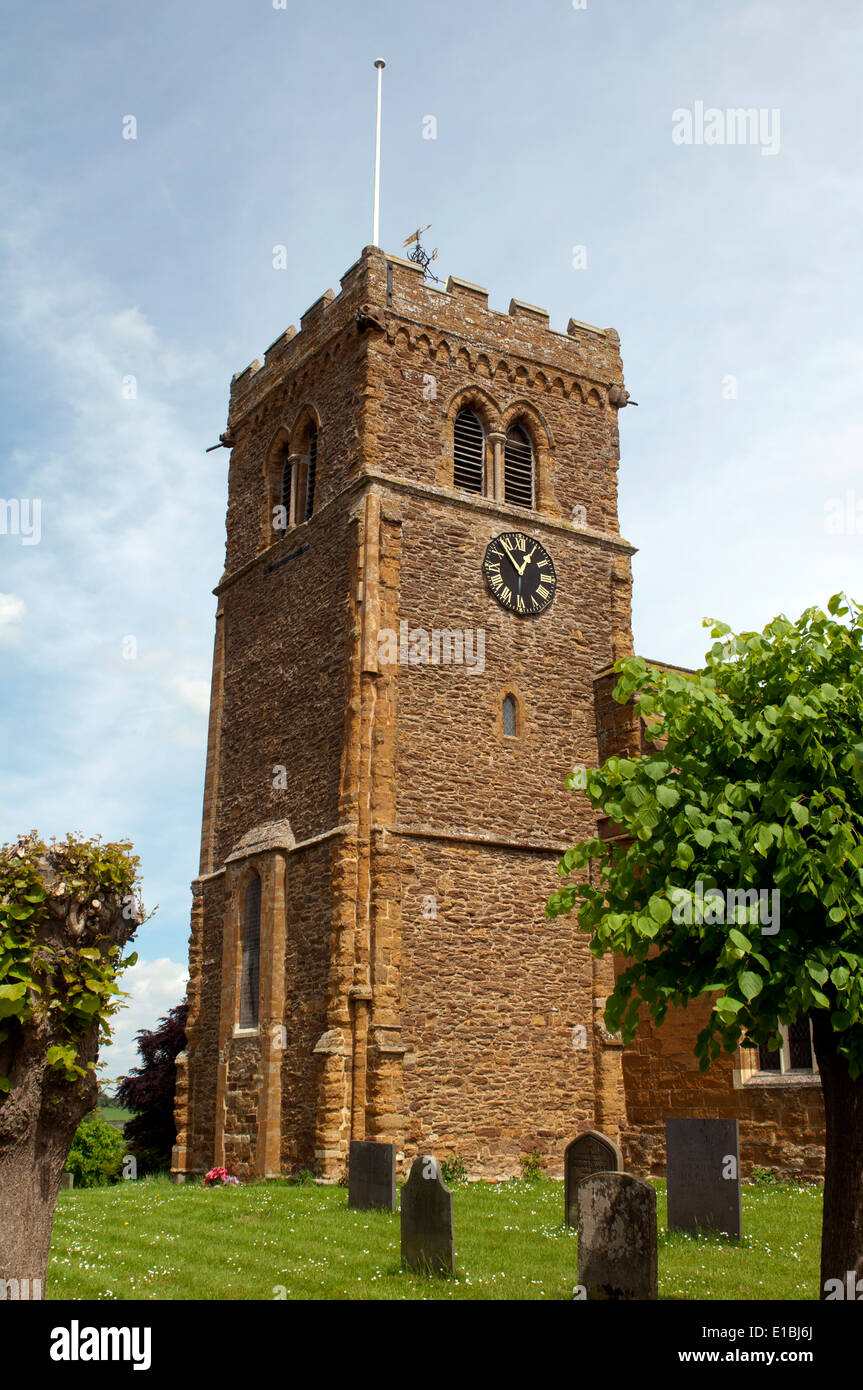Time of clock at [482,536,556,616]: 12:53
